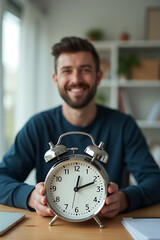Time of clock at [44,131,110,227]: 12:11
